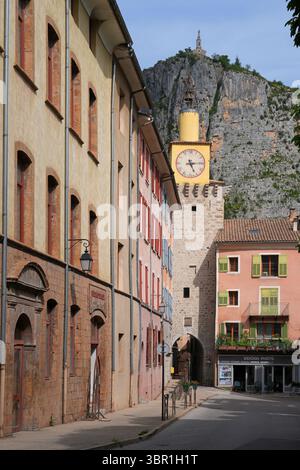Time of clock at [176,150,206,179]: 5:14
